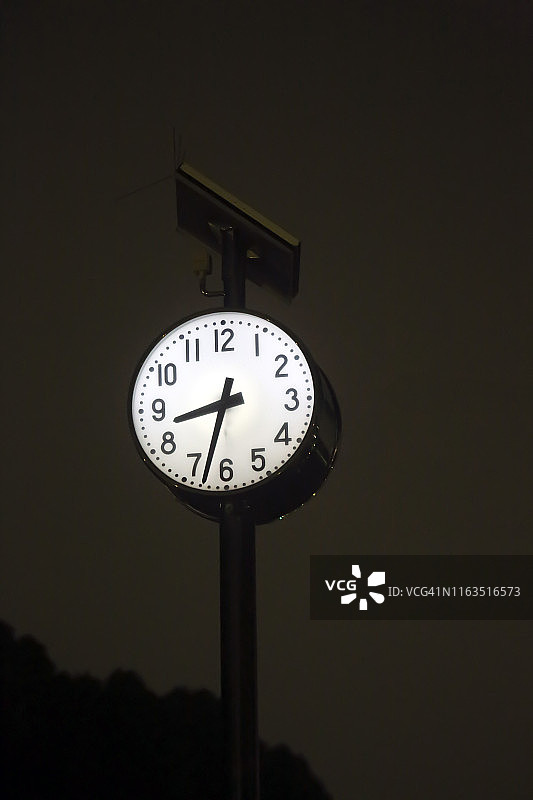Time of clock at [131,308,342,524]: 8:32
